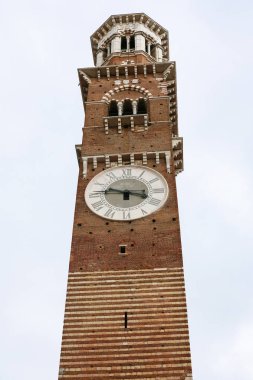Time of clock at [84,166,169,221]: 3:46
